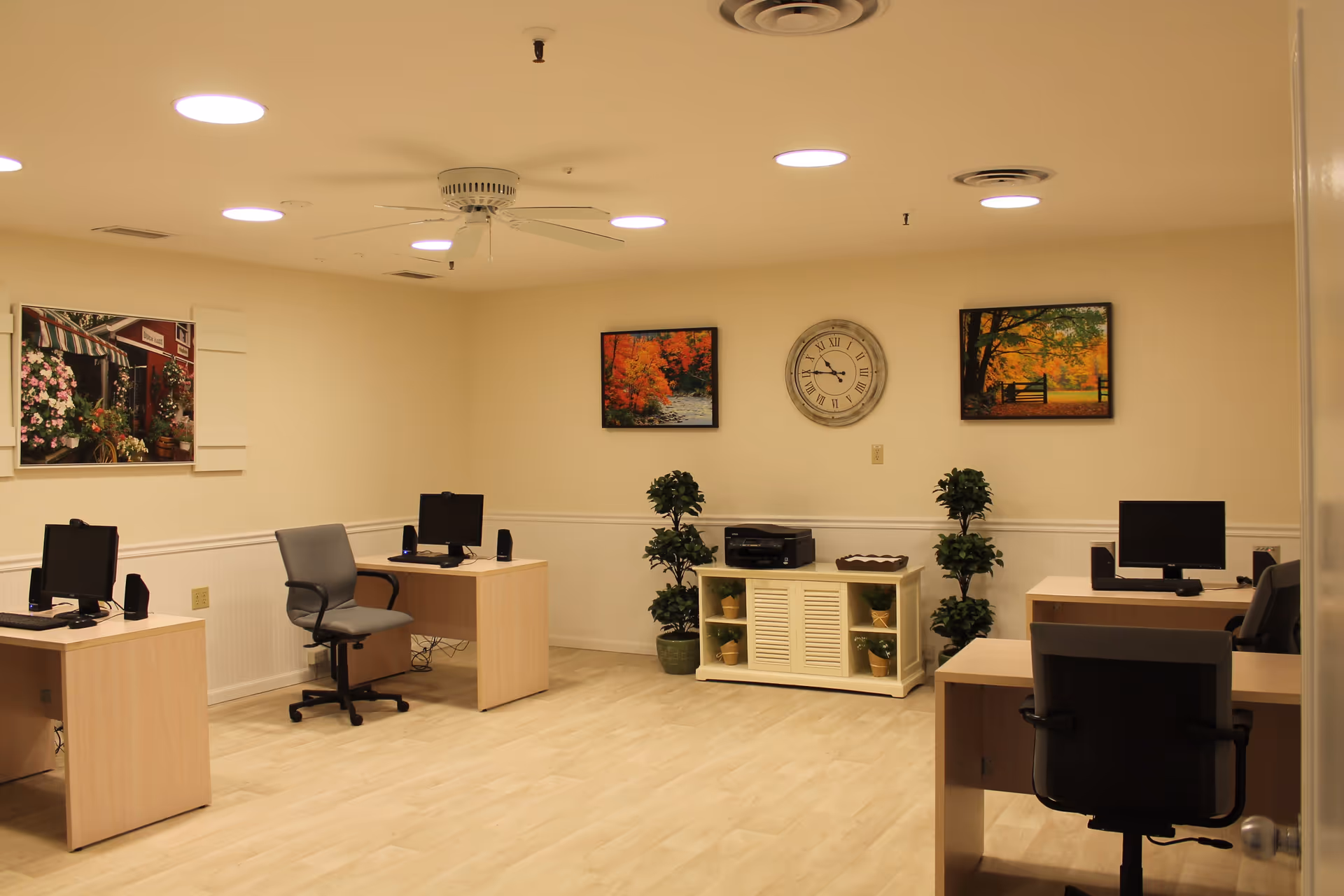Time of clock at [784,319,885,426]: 10:45
